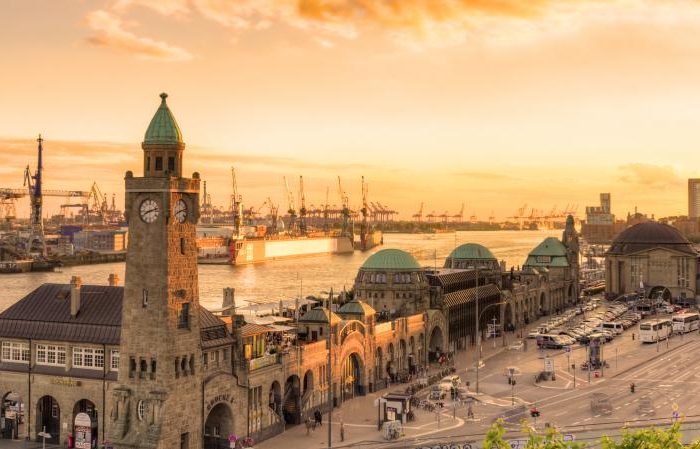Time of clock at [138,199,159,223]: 8:12
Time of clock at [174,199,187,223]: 8:12
